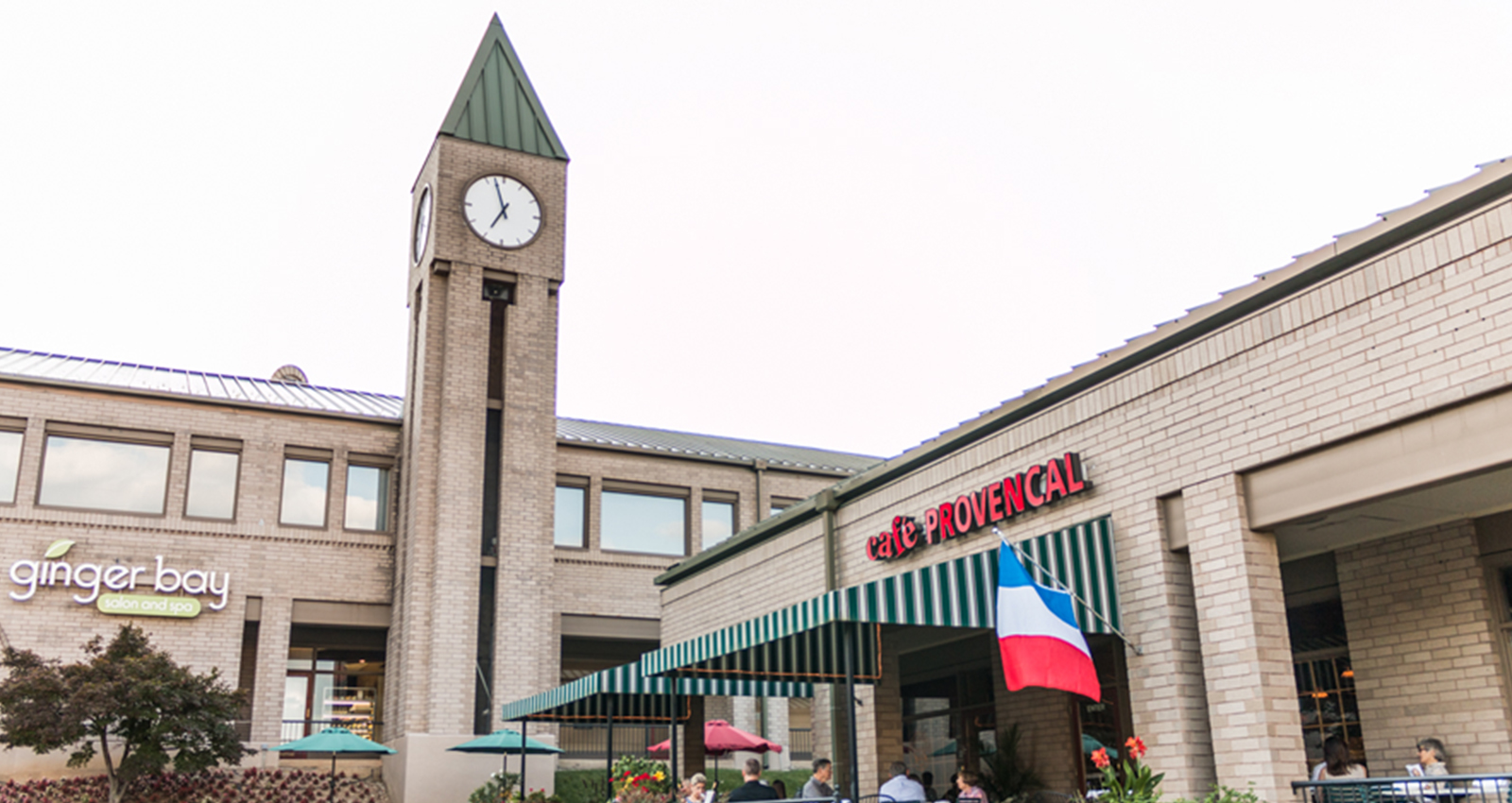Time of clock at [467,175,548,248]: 6:57
